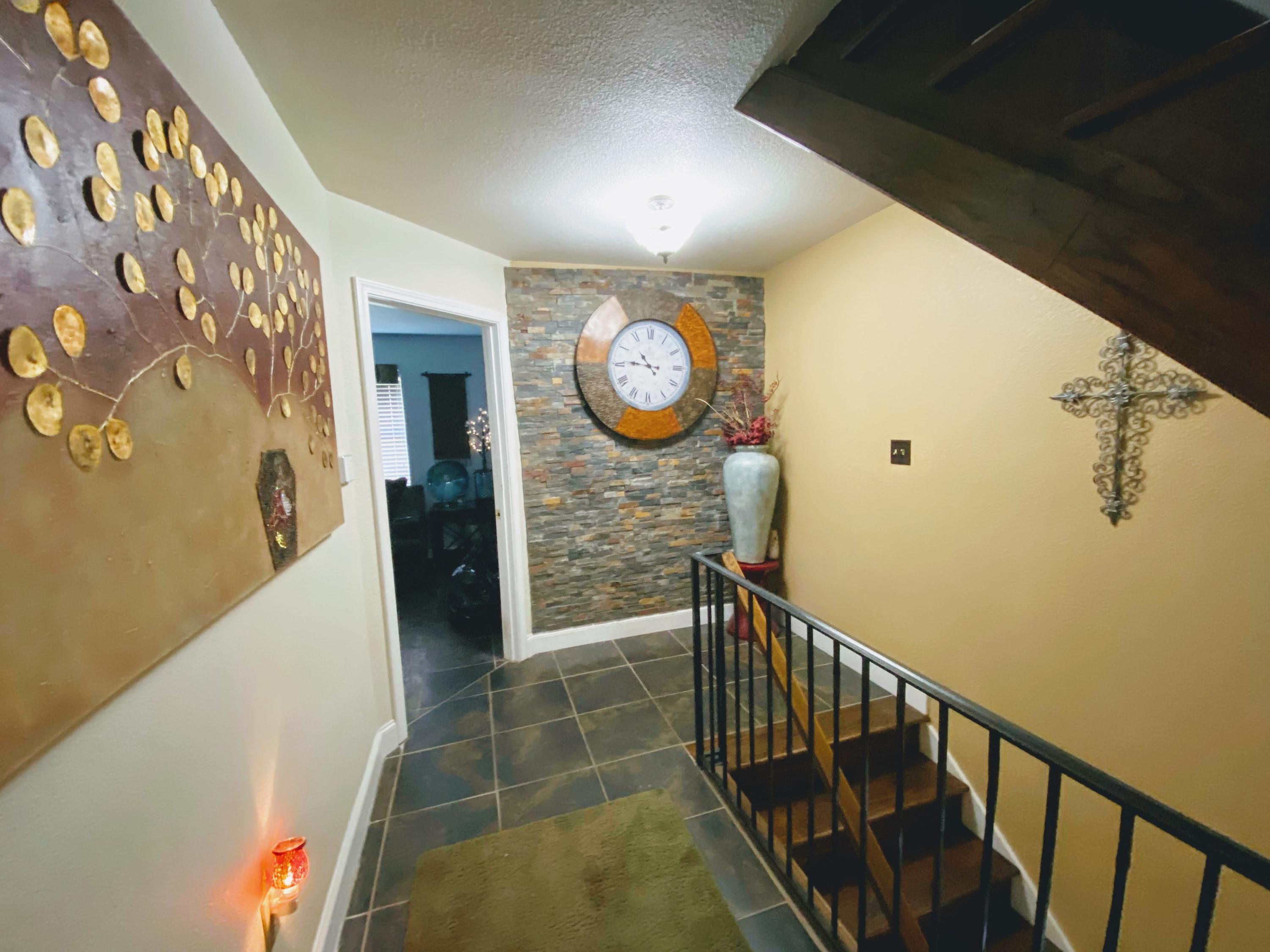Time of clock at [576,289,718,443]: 10:45
